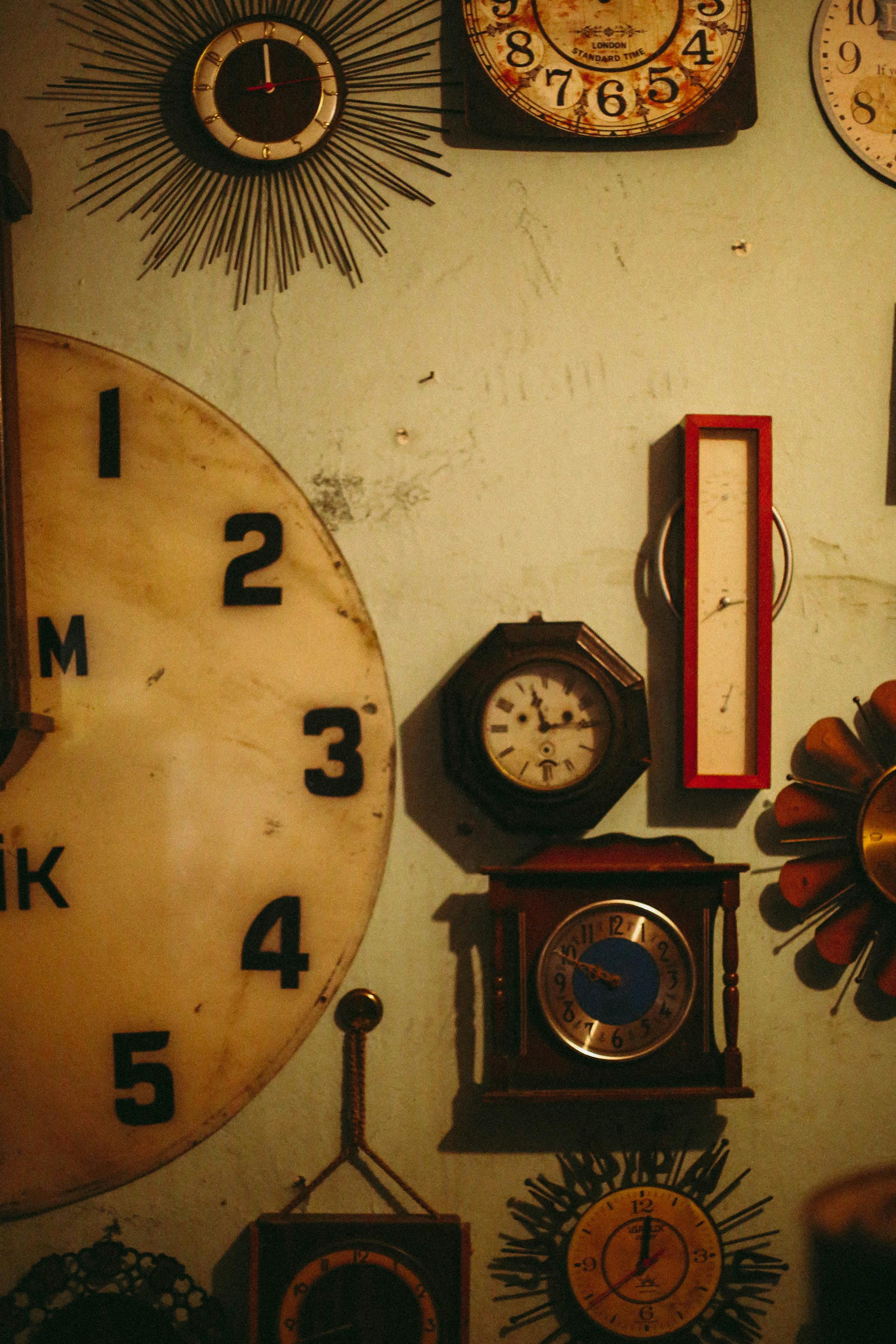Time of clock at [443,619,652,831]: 11:13
